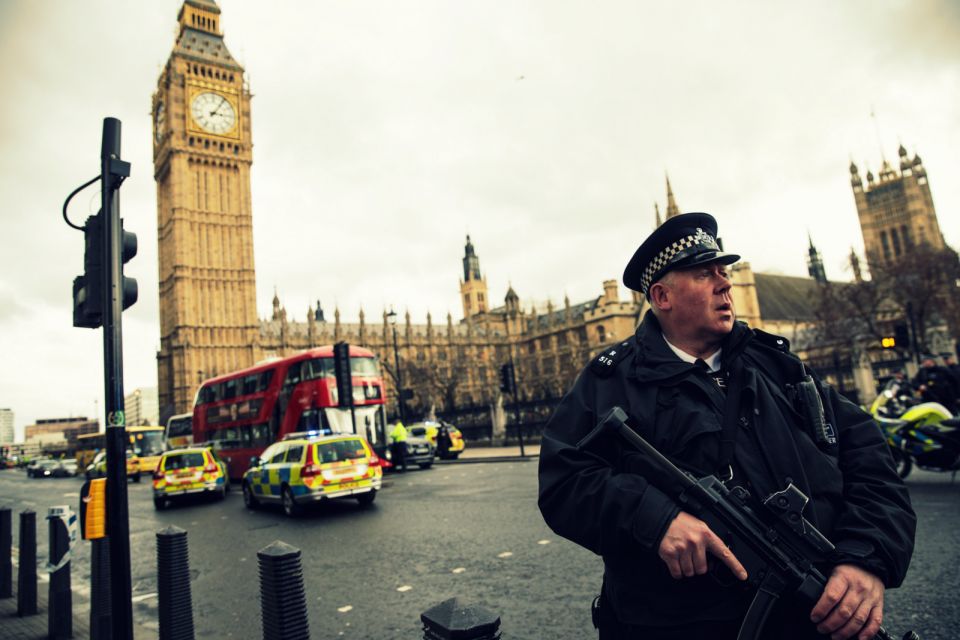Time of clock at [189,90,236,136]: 3:05
